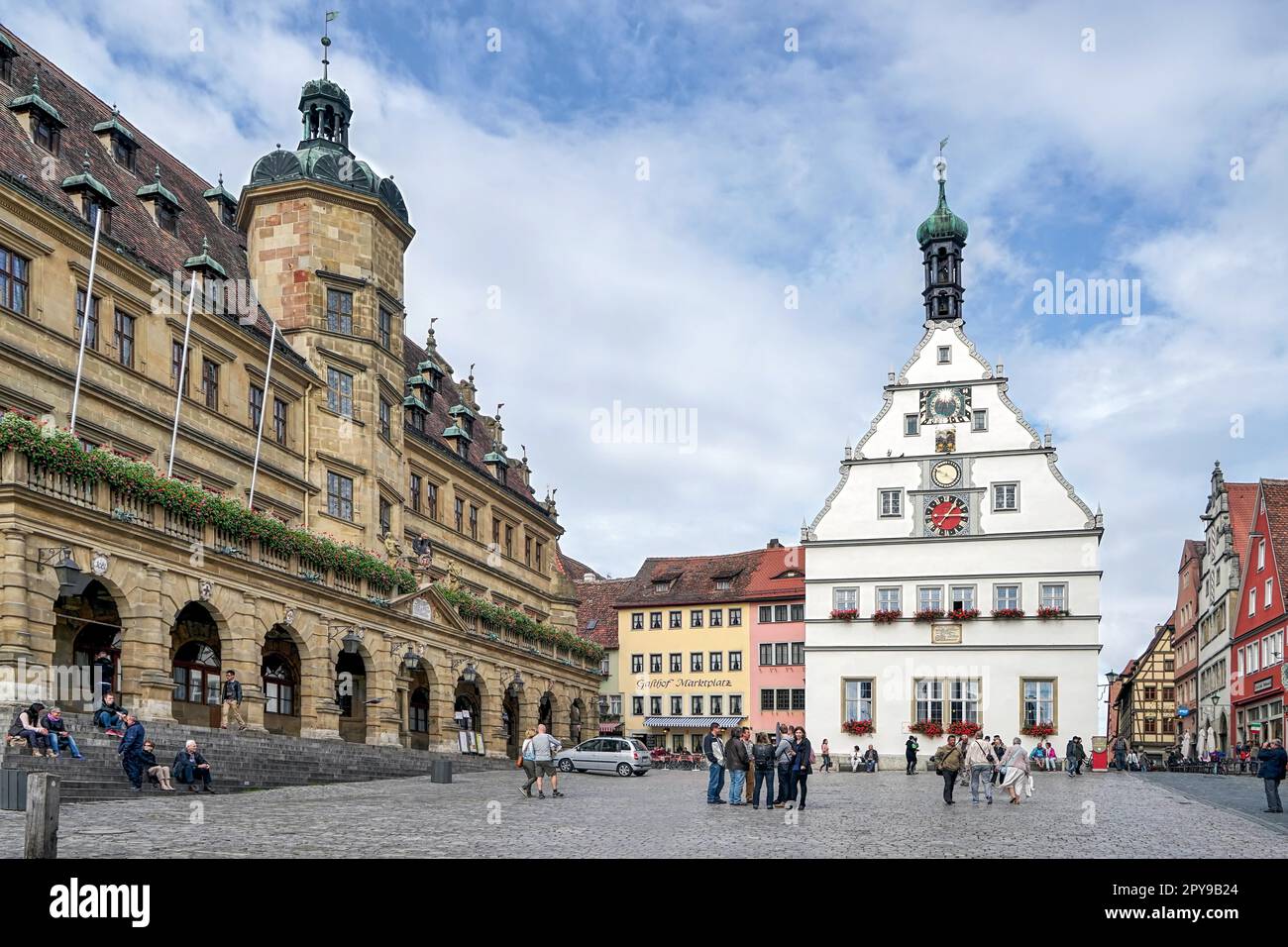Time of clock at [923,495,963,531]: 1:13
